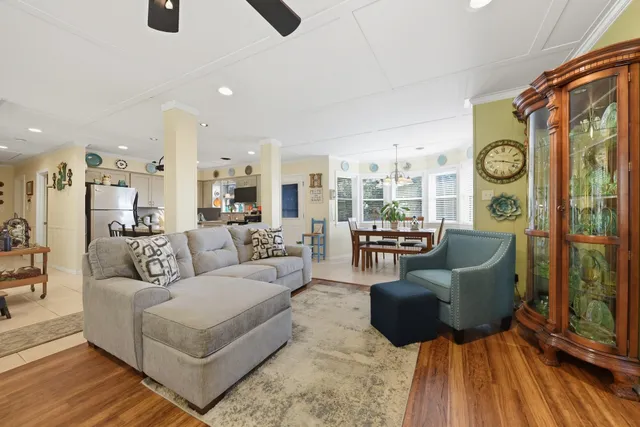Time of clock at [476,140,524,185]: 9:17
